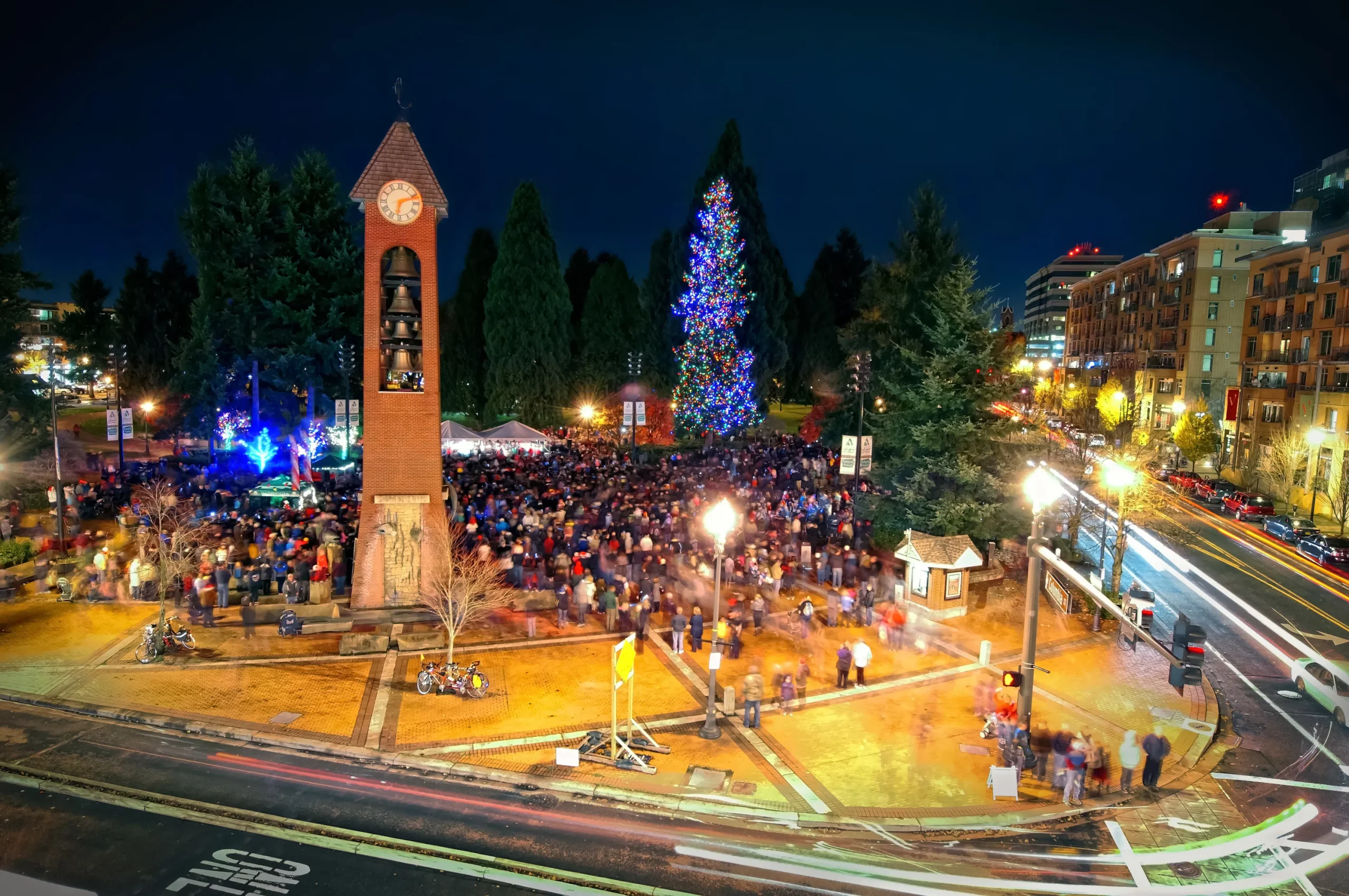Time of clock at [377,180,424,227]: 6:11
